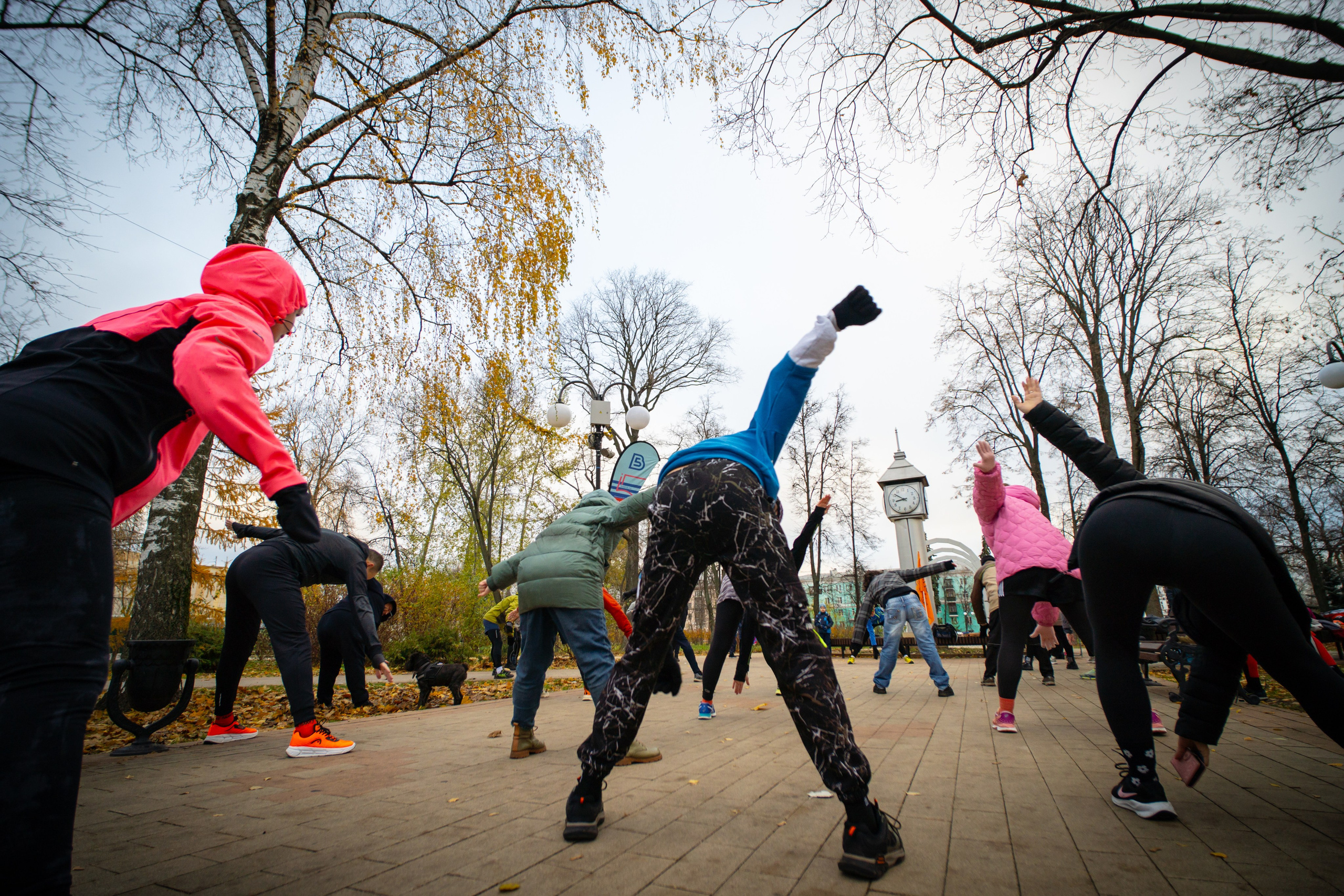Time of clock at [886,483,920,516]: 8:51
